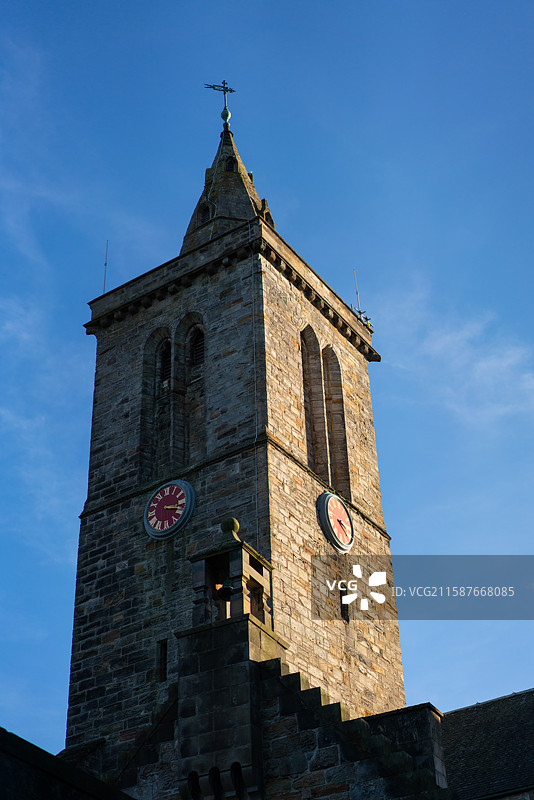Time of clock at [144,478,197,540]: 3:18
